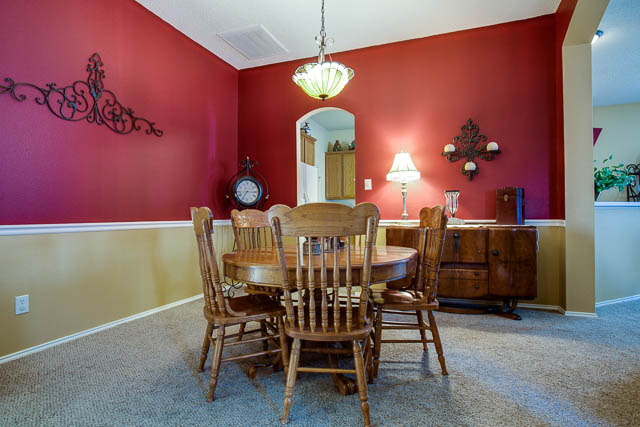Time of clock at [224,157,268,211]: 7:15
